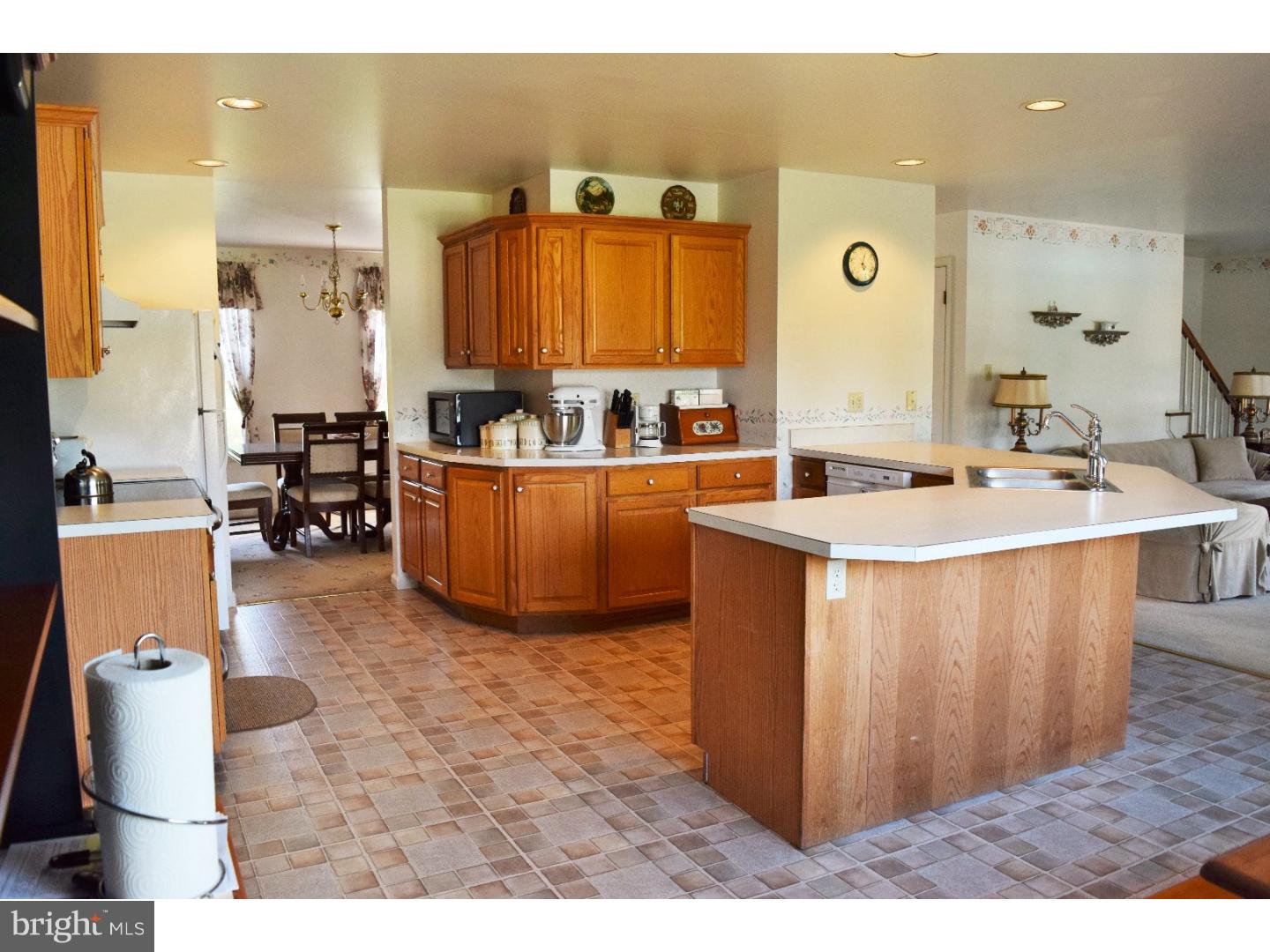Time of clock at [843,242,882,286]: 5:03
